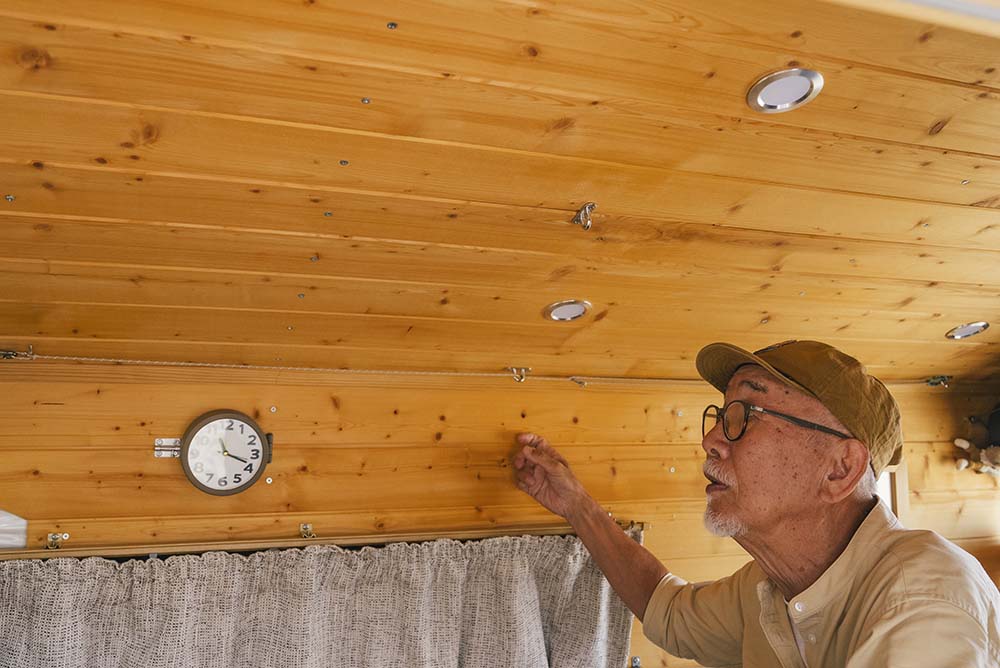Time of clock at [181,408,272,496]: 11:18
